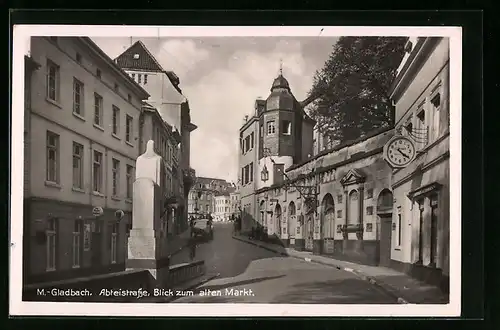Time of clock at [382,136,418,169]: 4:21
